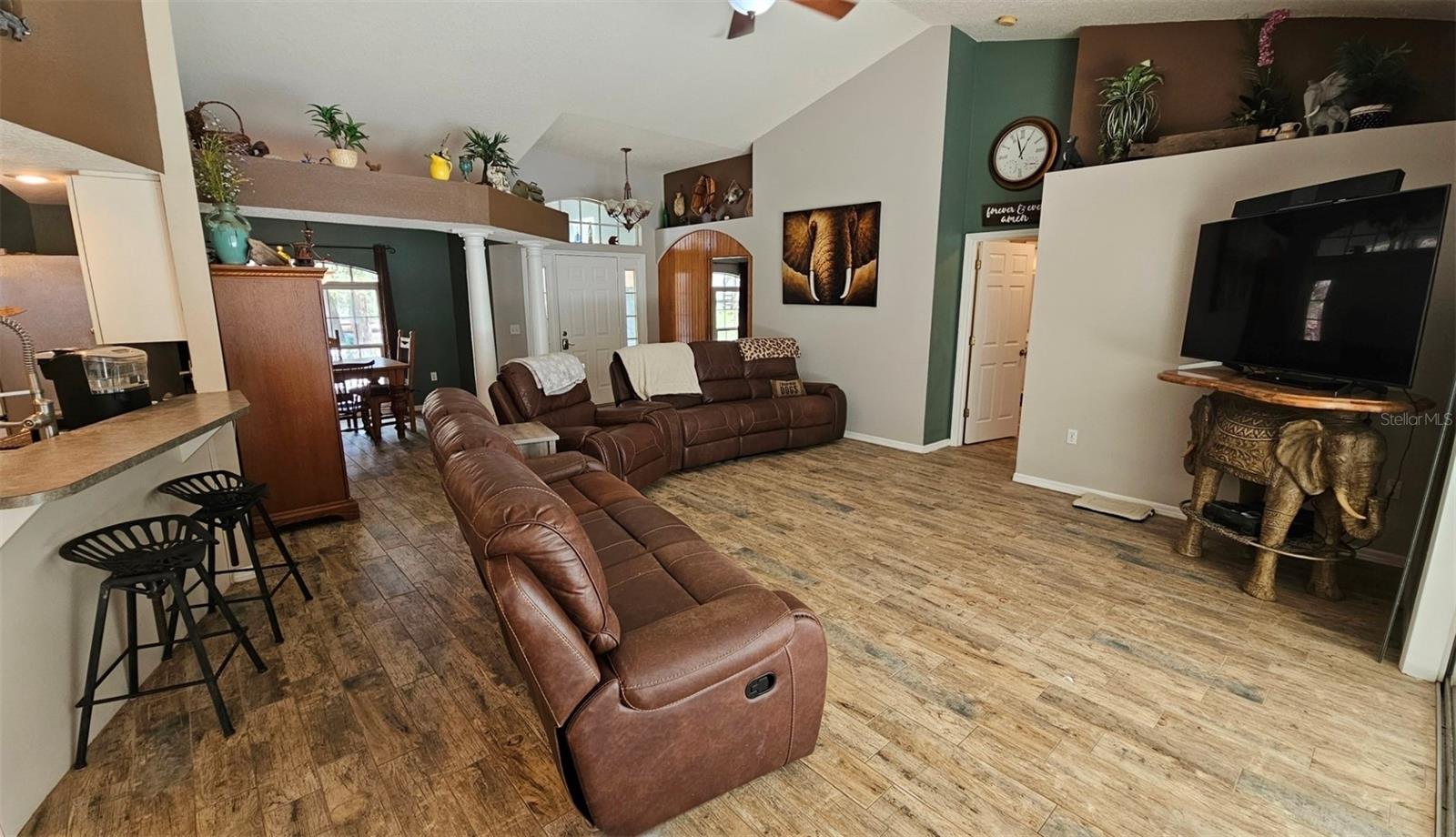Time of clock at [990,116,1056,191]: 12:57
